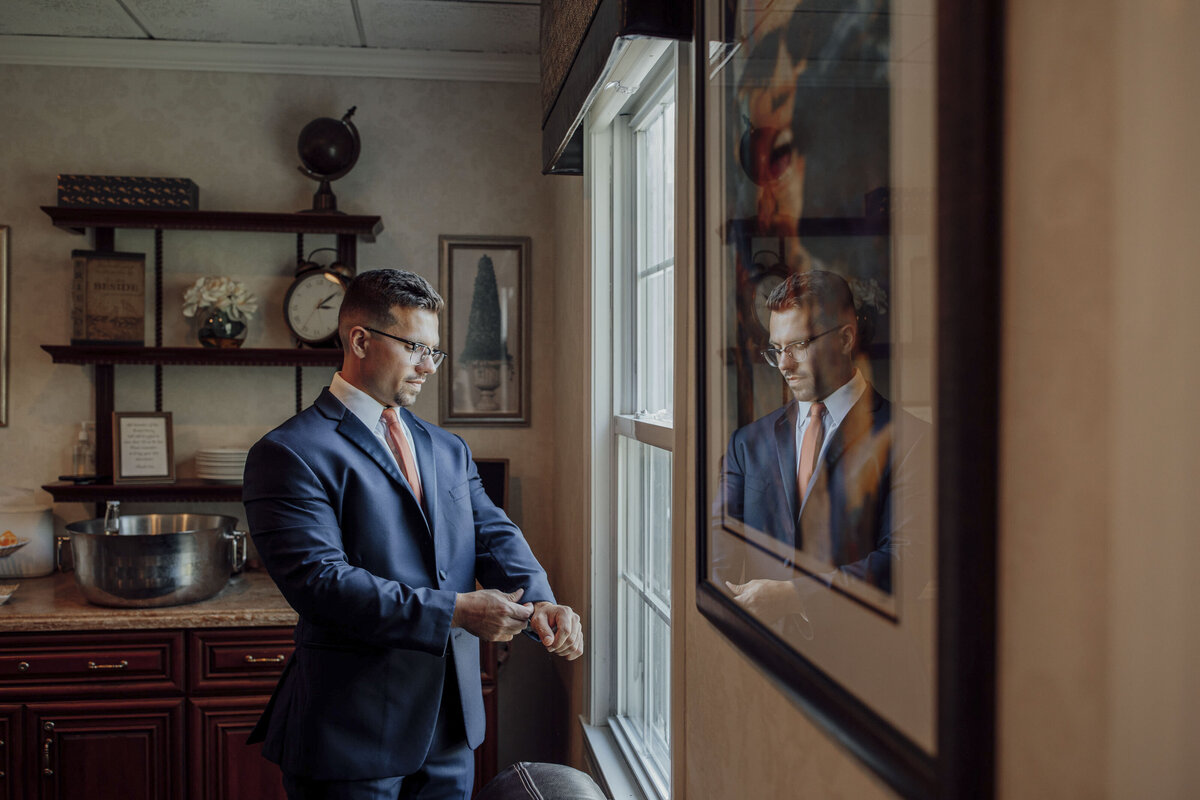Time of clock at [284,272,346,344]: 3:09
